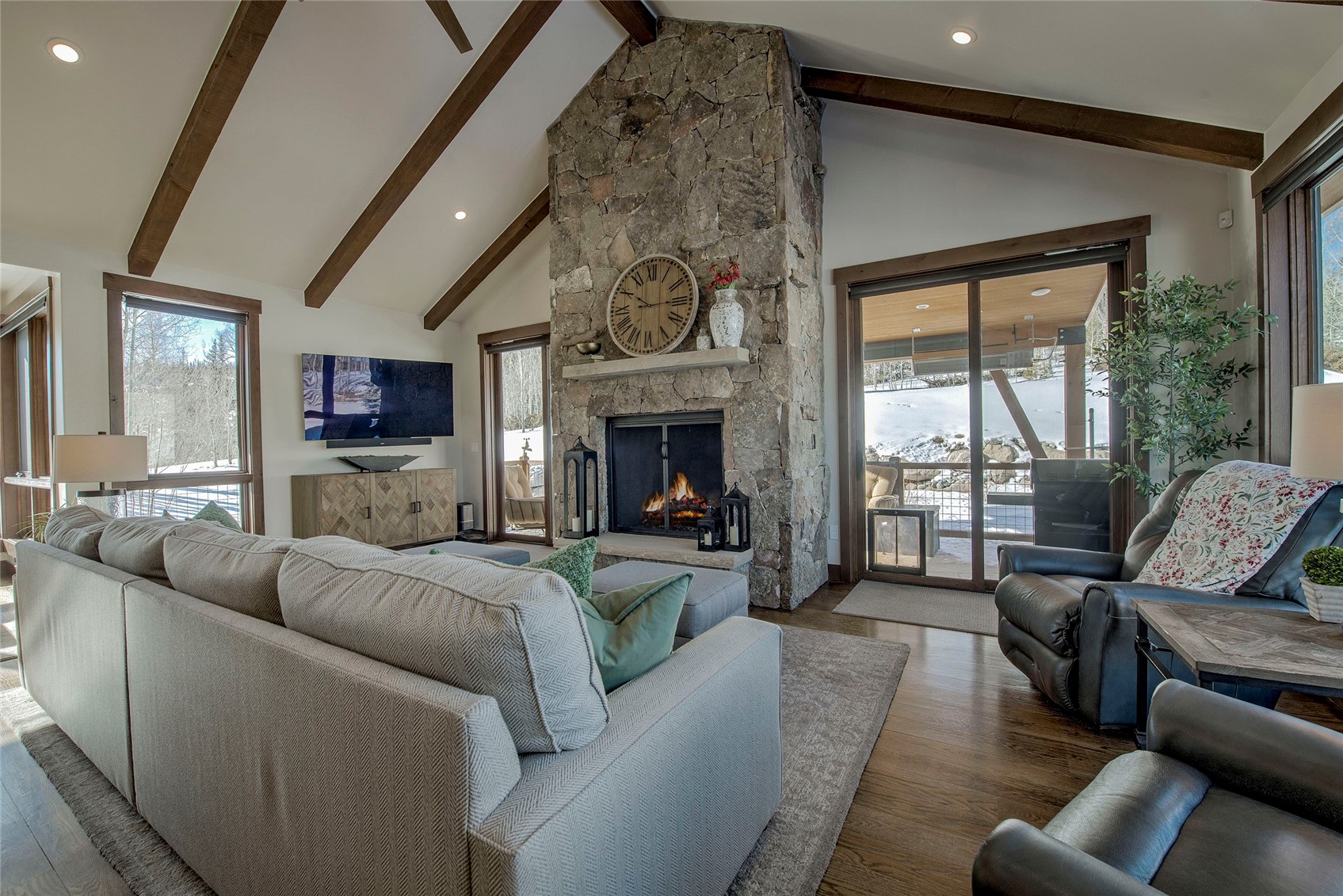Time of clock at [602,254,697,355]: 10:14
